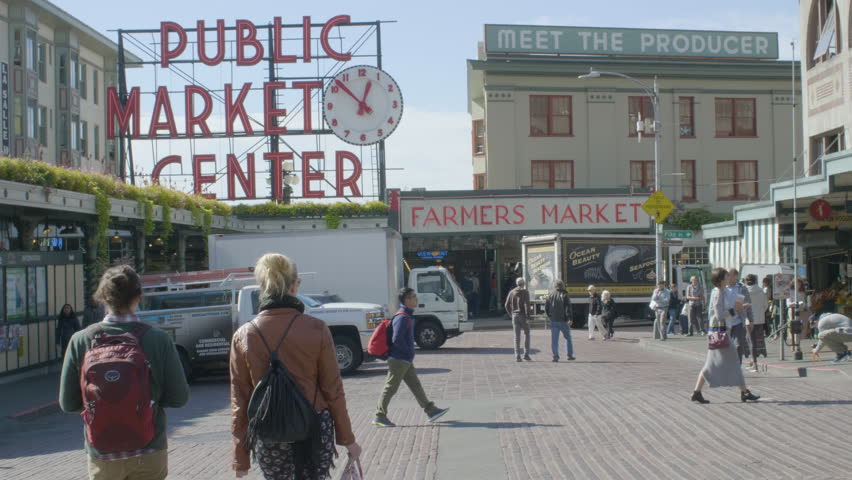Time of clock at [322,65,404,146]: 12:52
